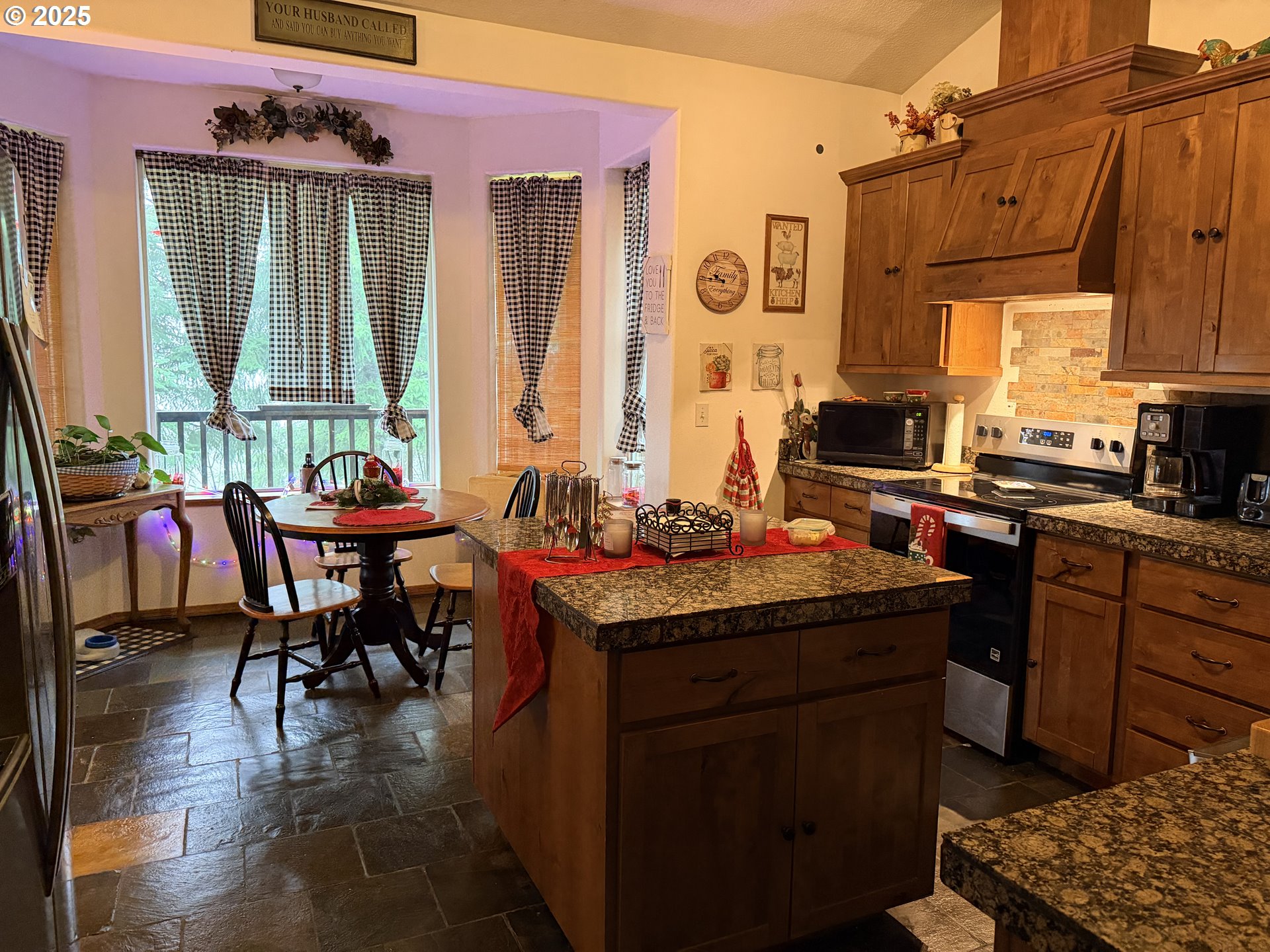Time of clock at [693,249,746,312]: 9:45
